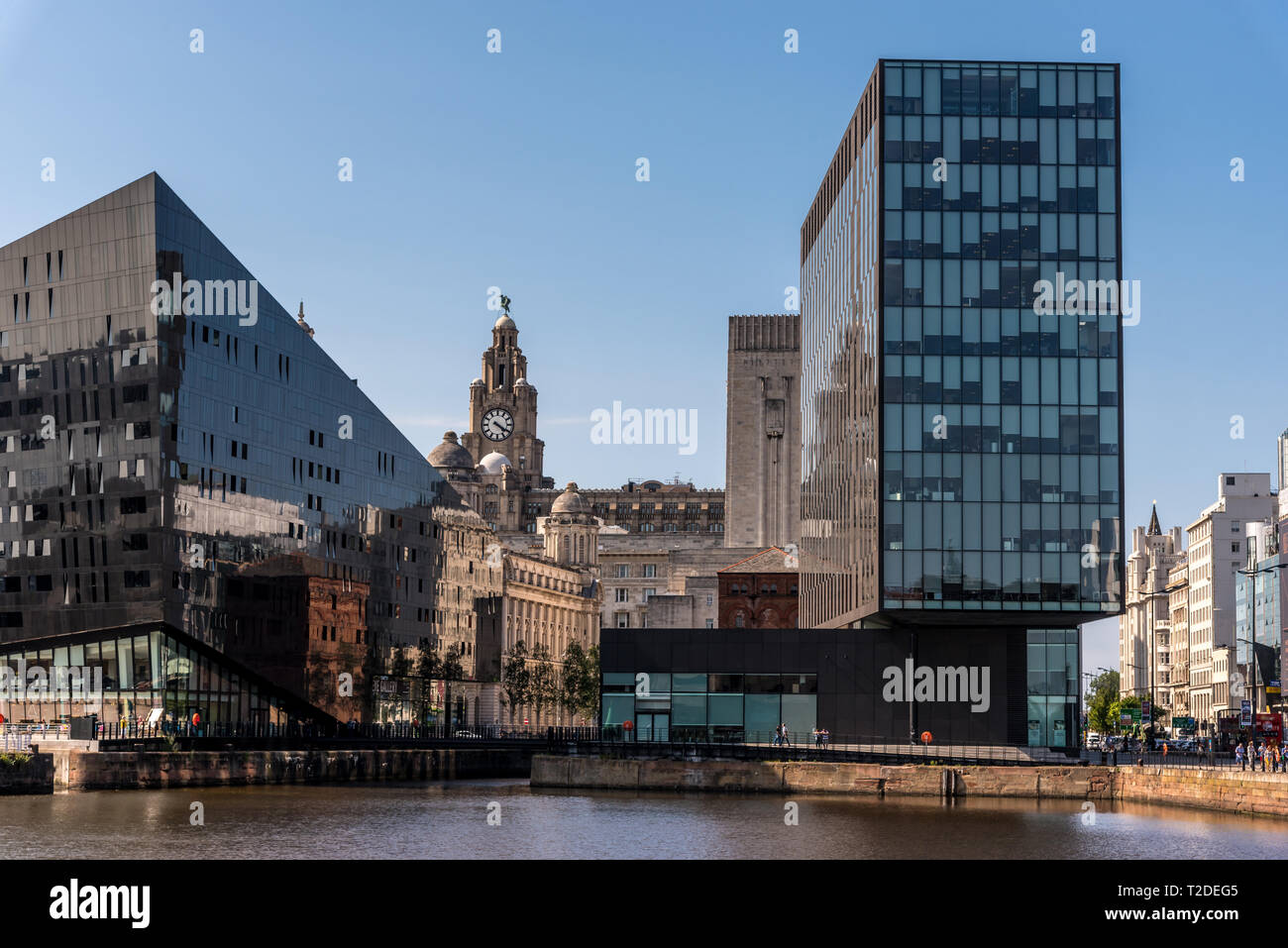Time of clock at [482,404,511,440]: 4:20
